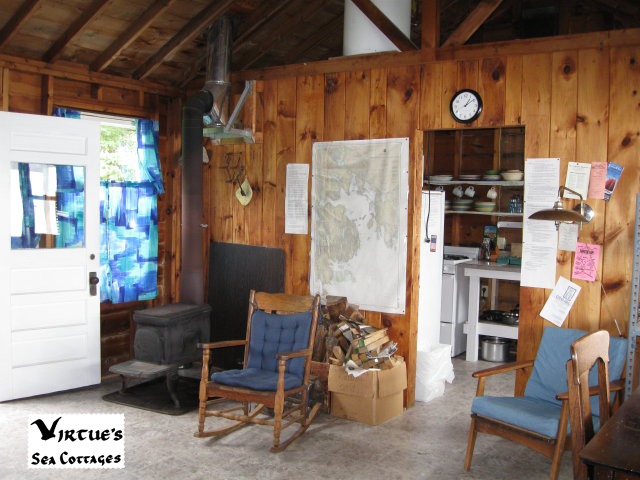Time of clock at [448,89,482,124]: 1:09
